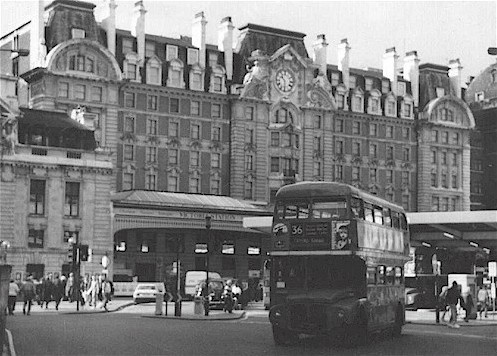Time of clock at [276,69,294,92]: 10:30
